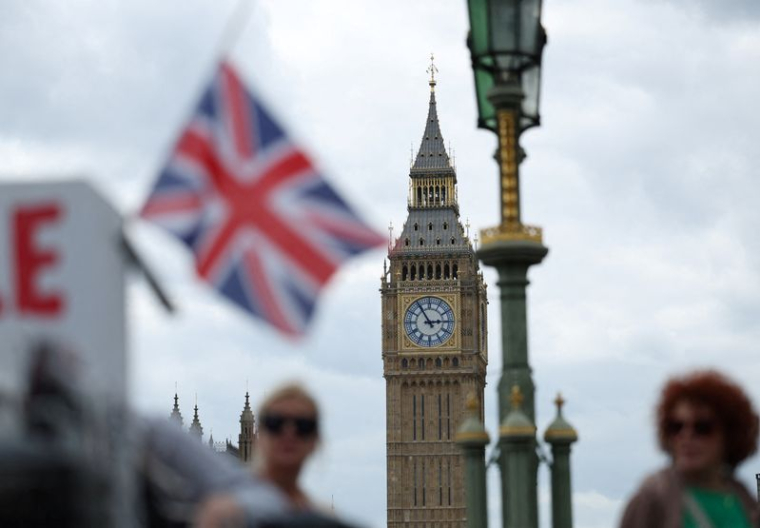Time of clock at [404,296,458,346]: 2:54
